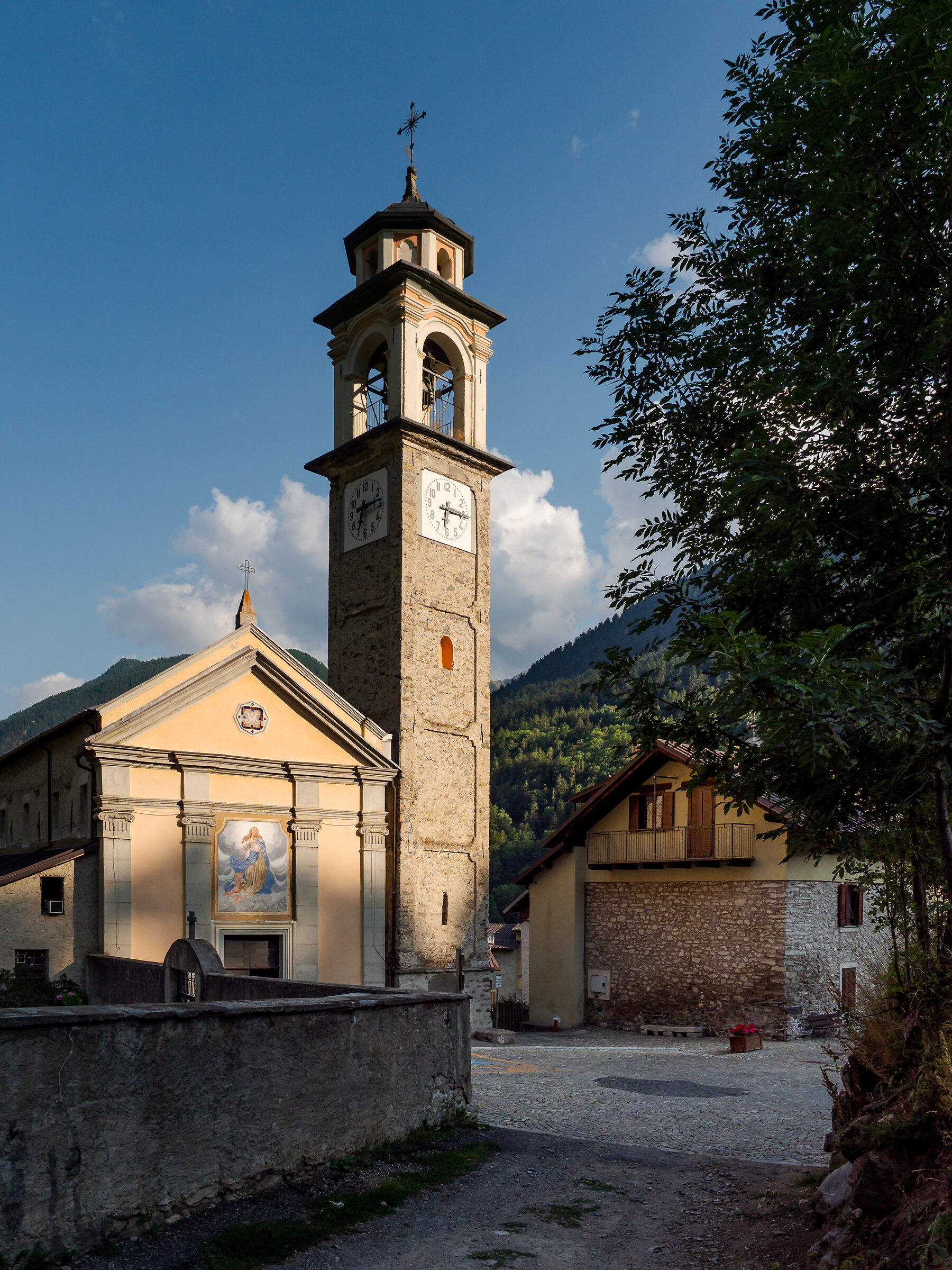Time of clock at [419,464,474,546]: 6:15
